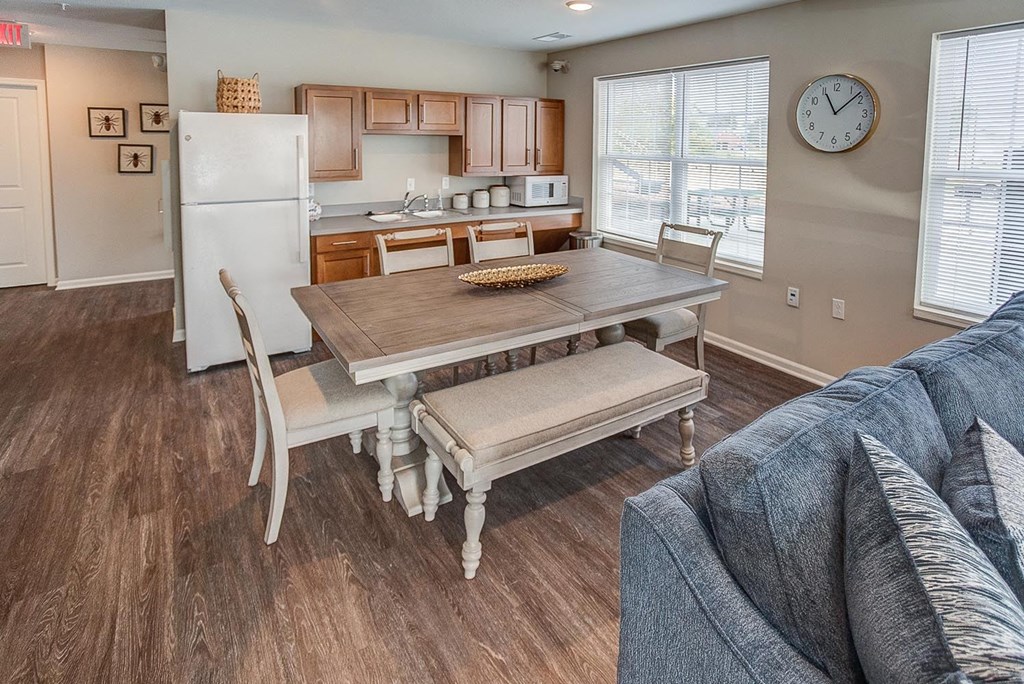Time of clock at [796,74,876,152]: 11:08
